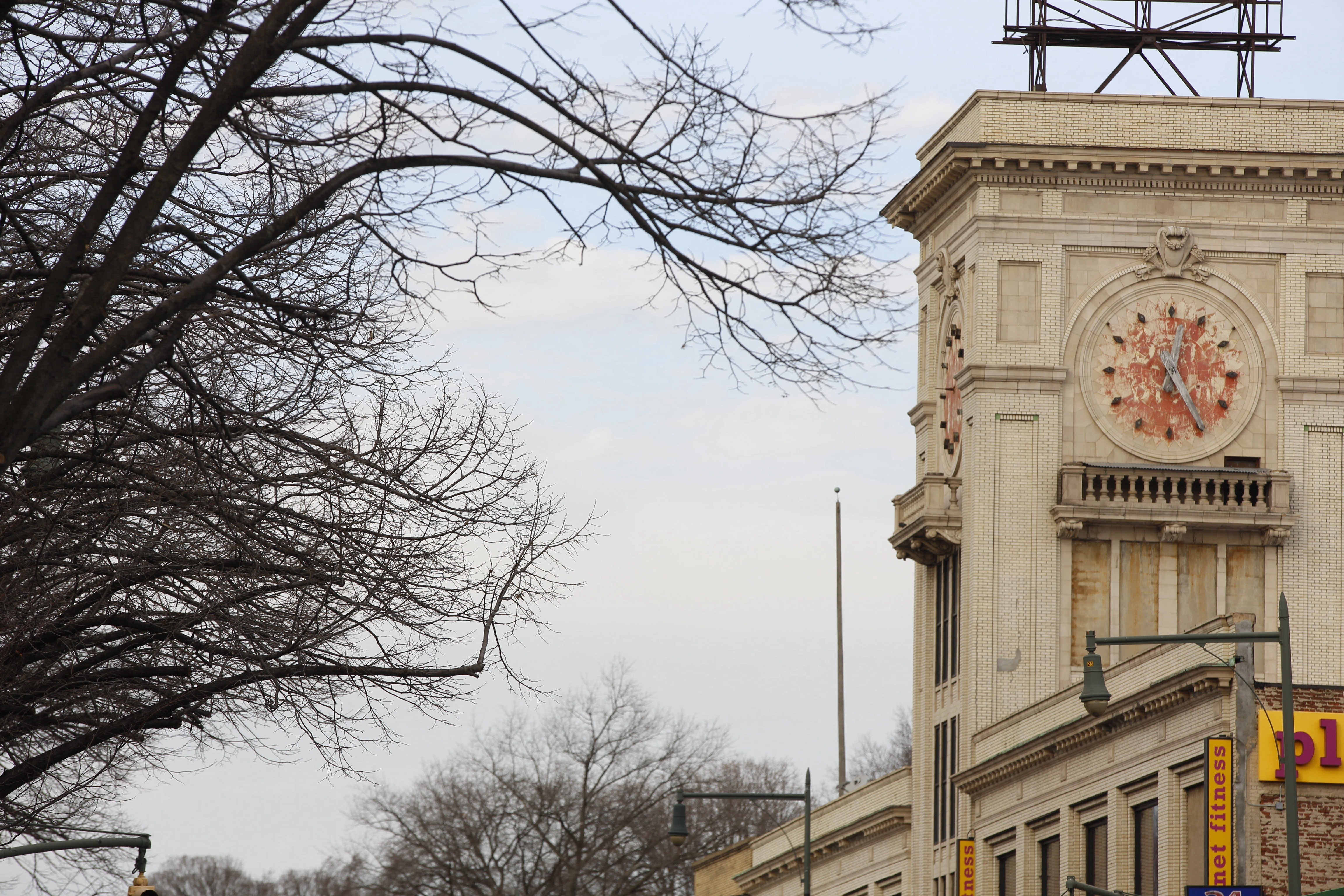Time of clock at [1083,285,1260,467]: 12:24
